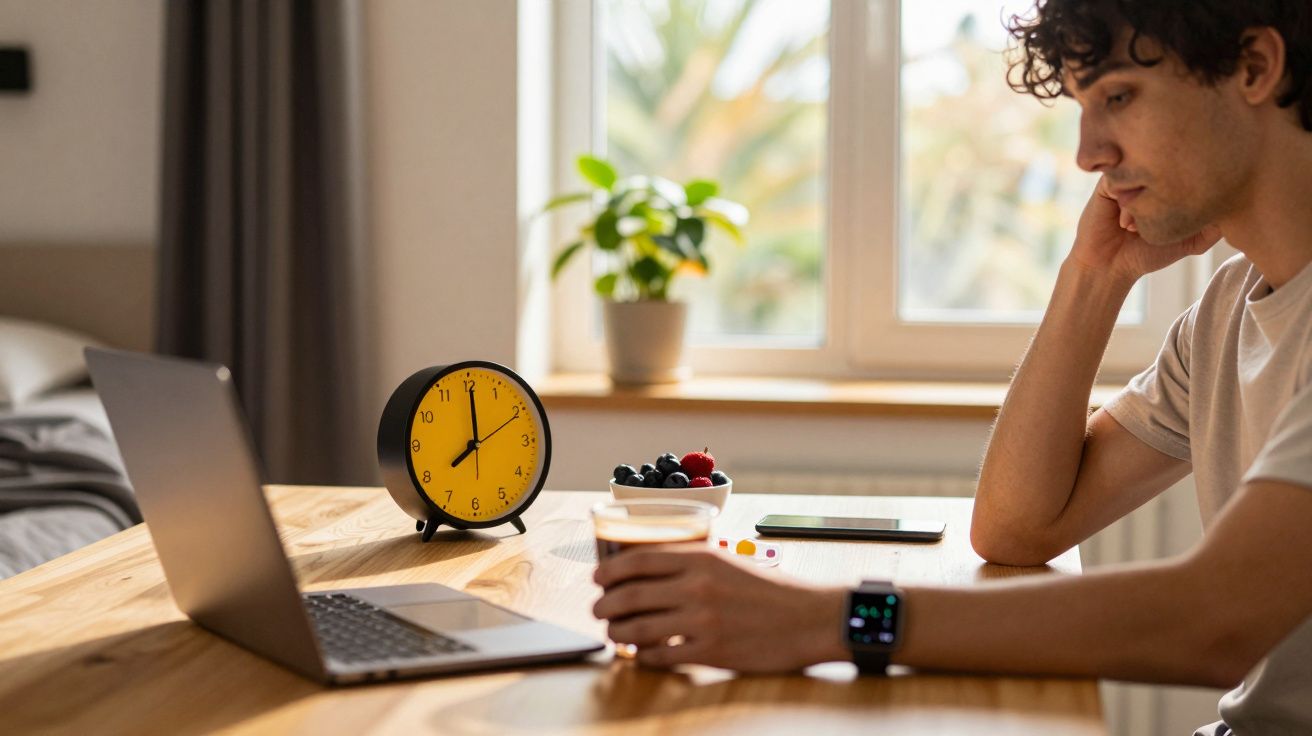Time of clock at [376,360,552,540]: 8:00
